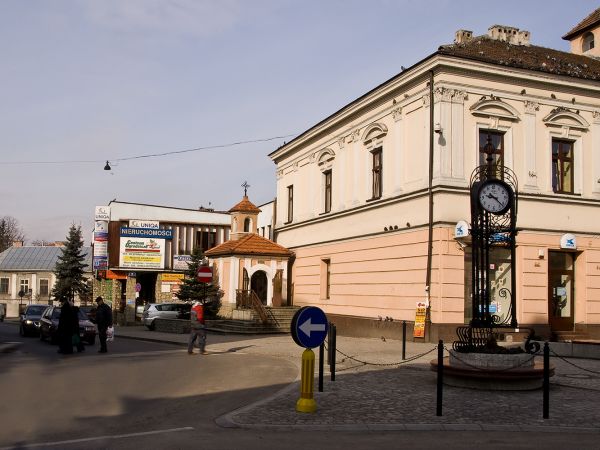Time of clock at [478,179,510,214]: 9:22
